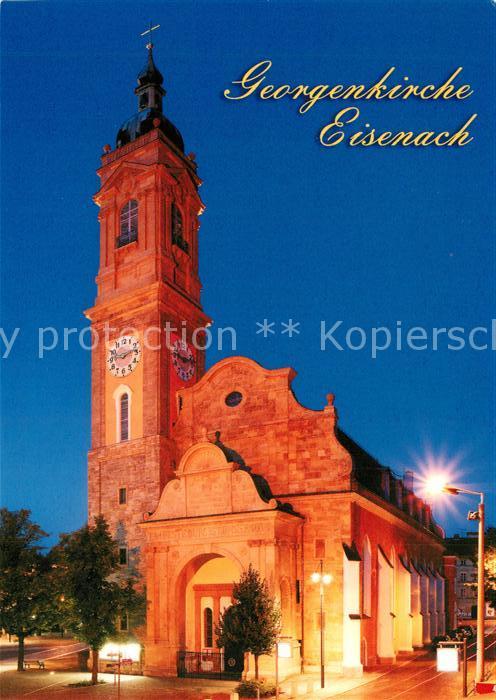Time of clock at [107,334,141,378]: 9:12
